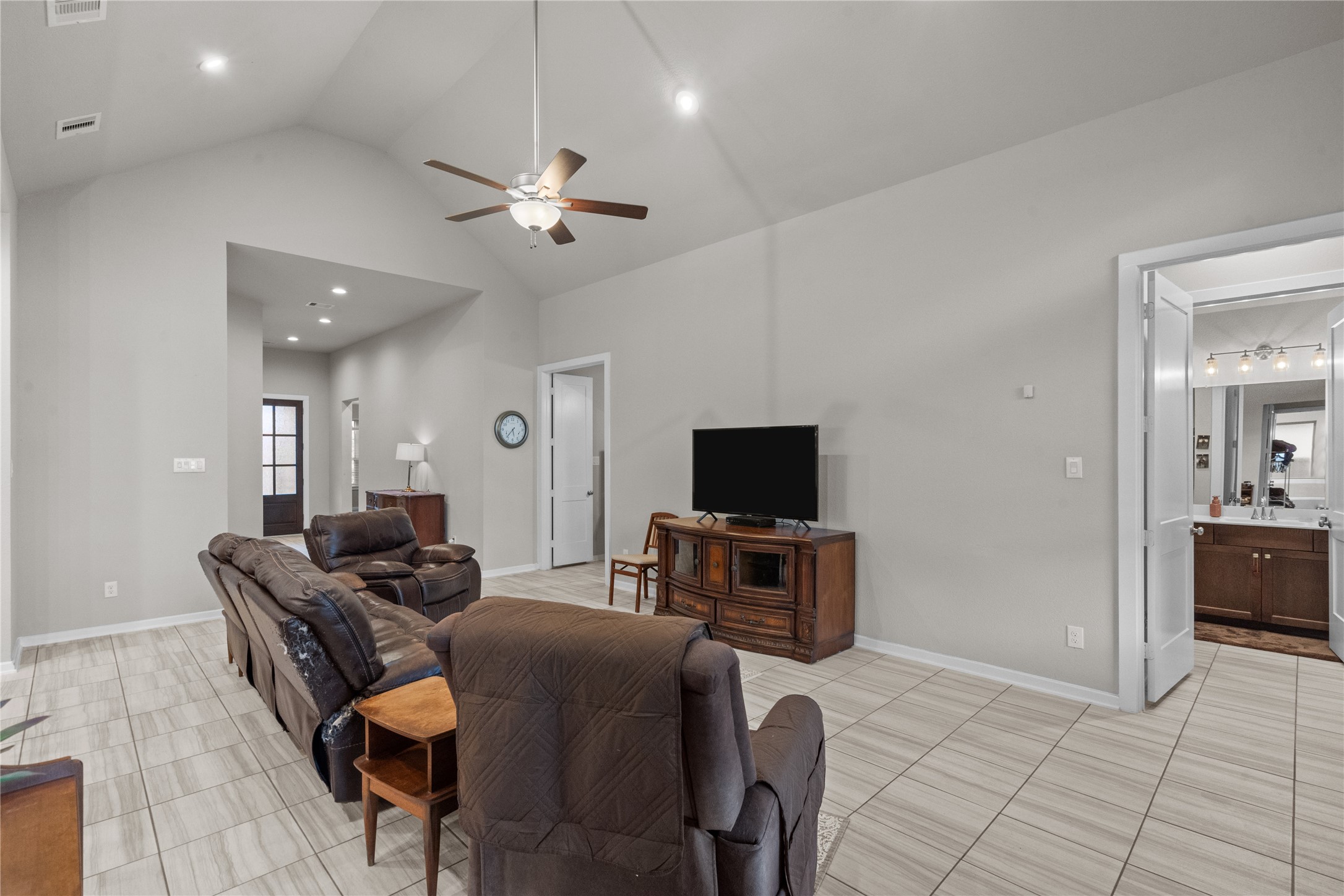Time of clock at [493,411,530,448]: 5:36
